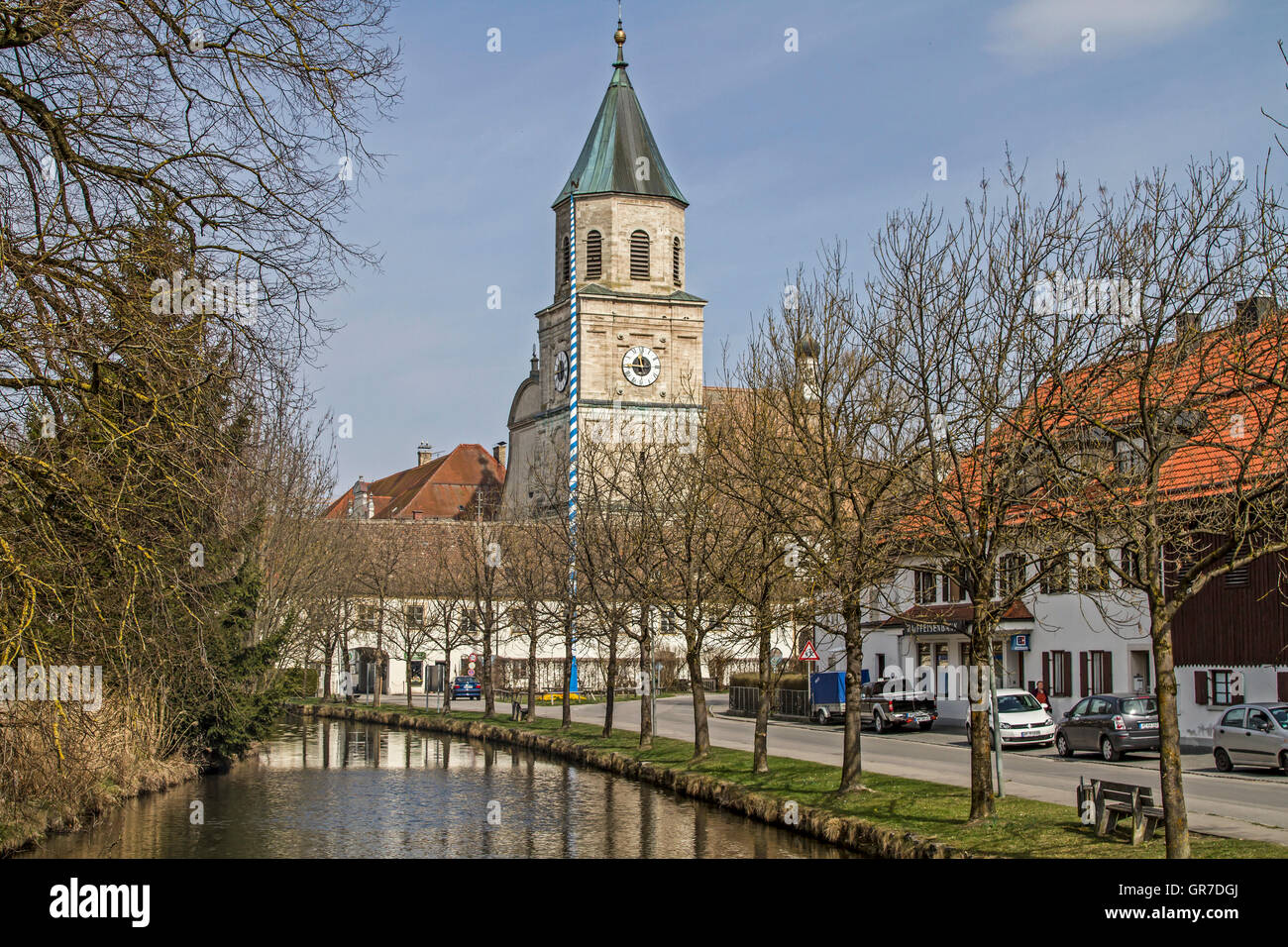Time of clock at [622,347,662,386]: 11:45
